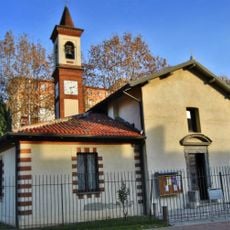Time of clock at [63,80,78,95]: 2:27
